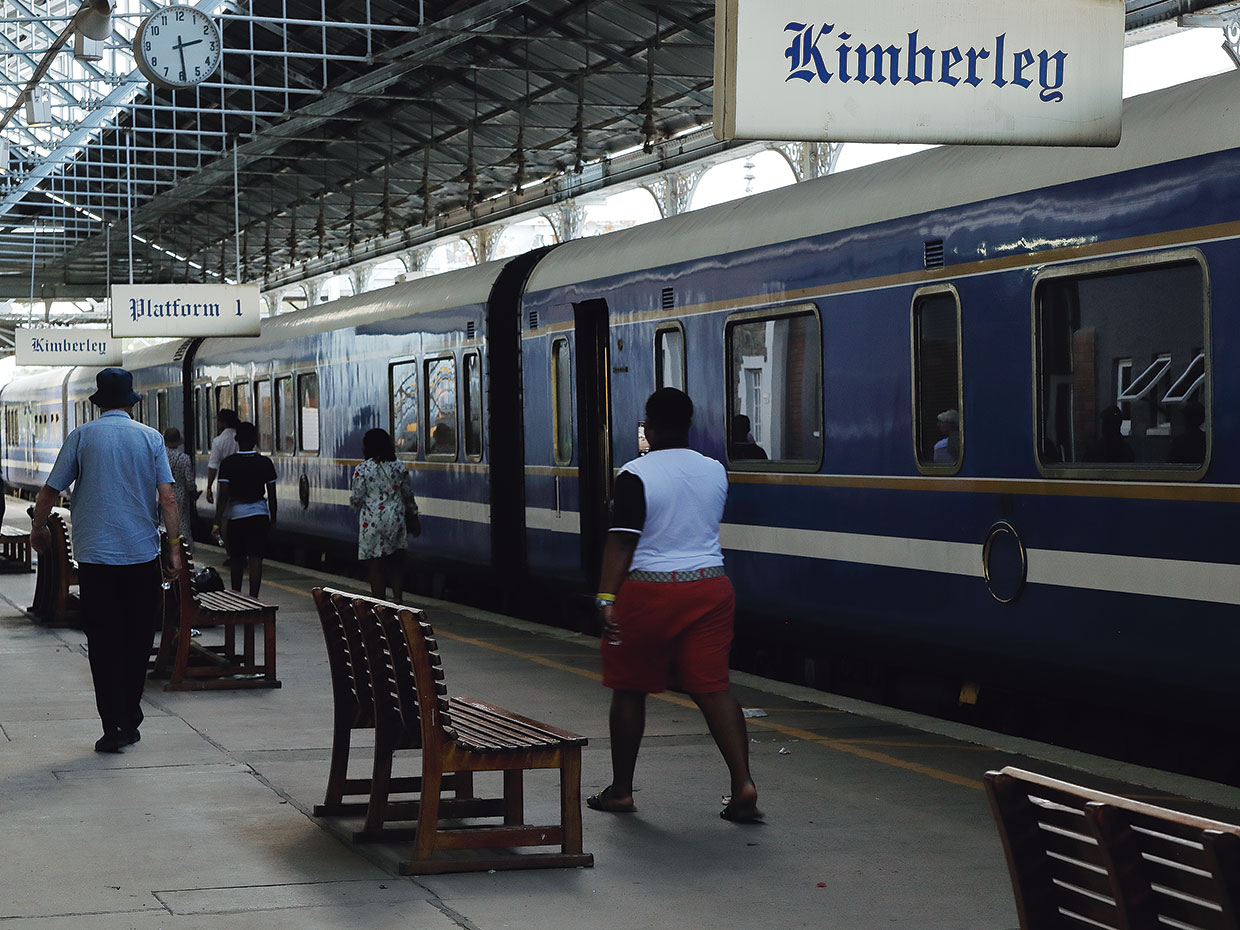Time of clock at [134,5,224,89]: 2:29
